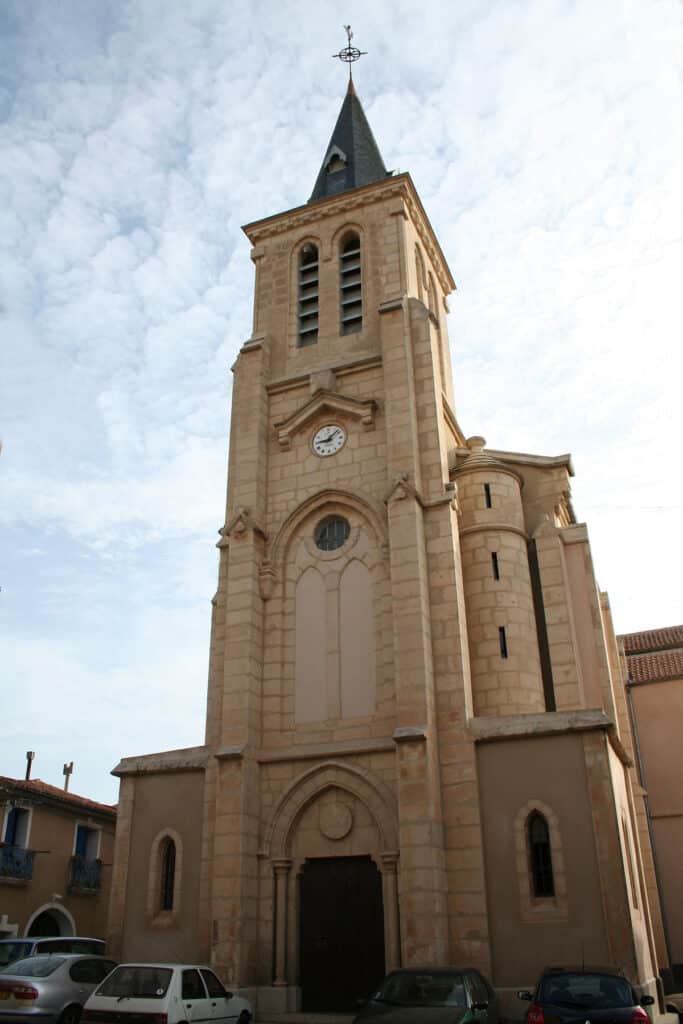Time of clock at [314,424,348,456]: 9:07
